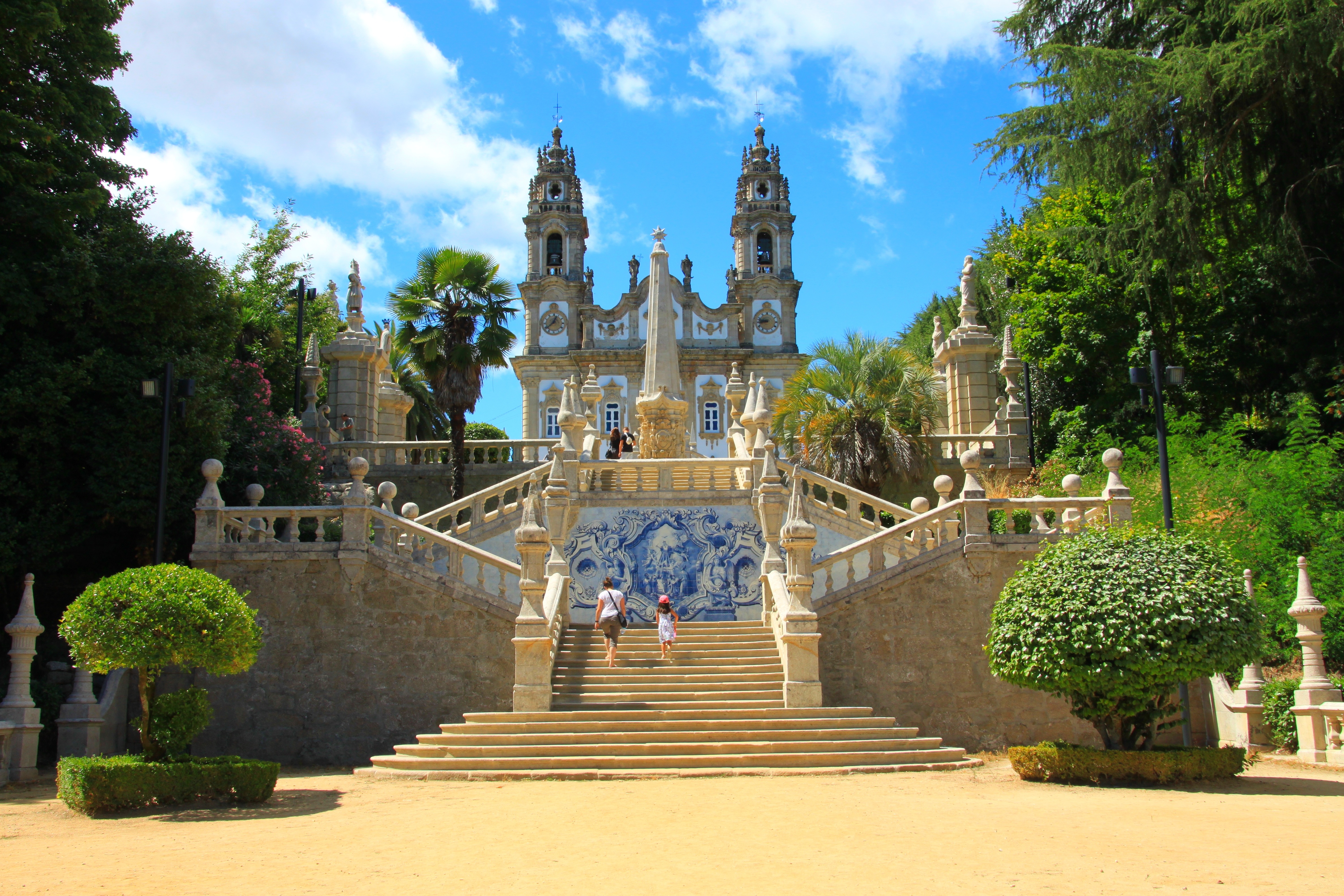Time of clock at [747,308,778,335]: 8:47
